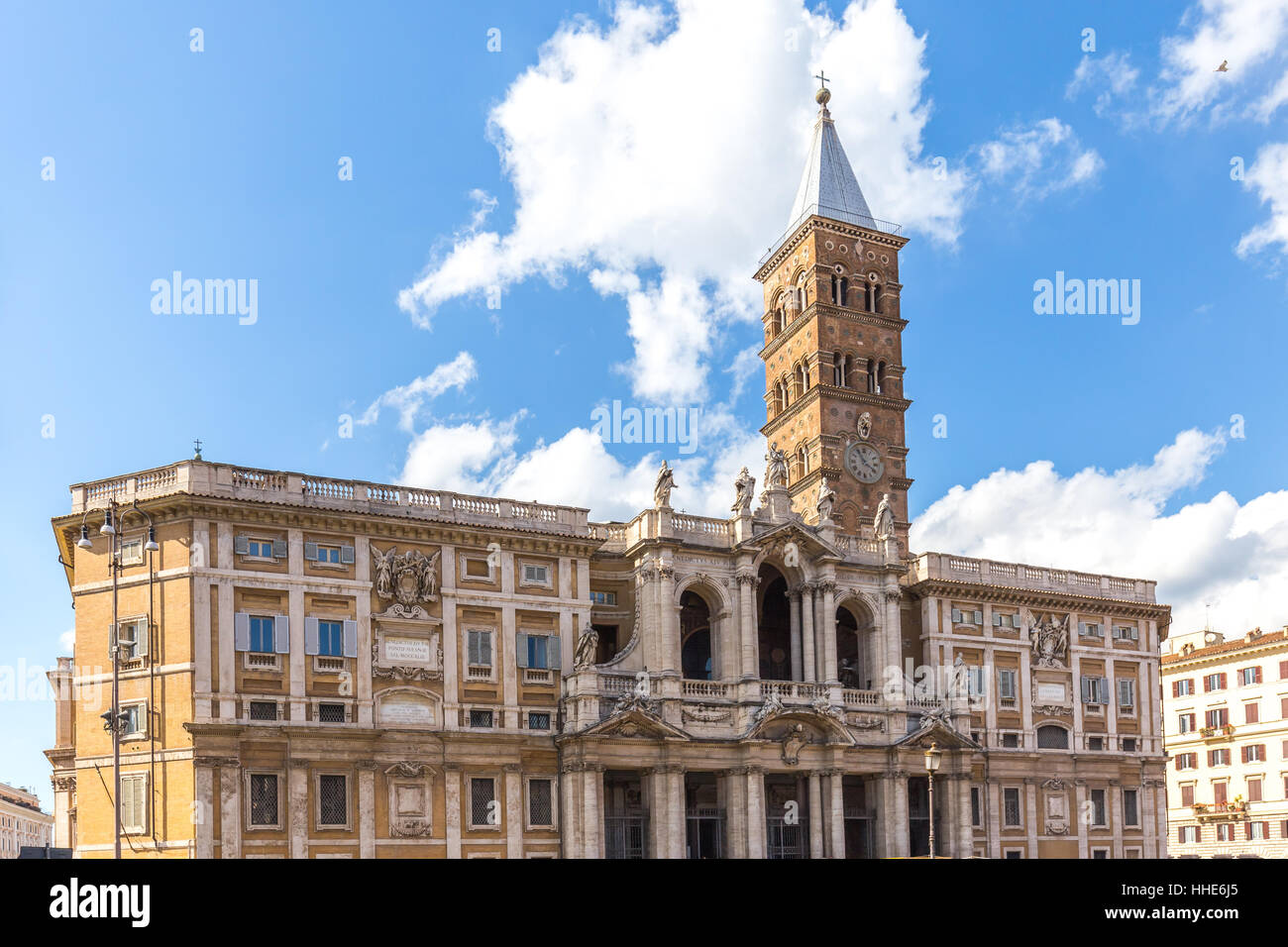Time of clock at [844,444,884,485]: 3:55
